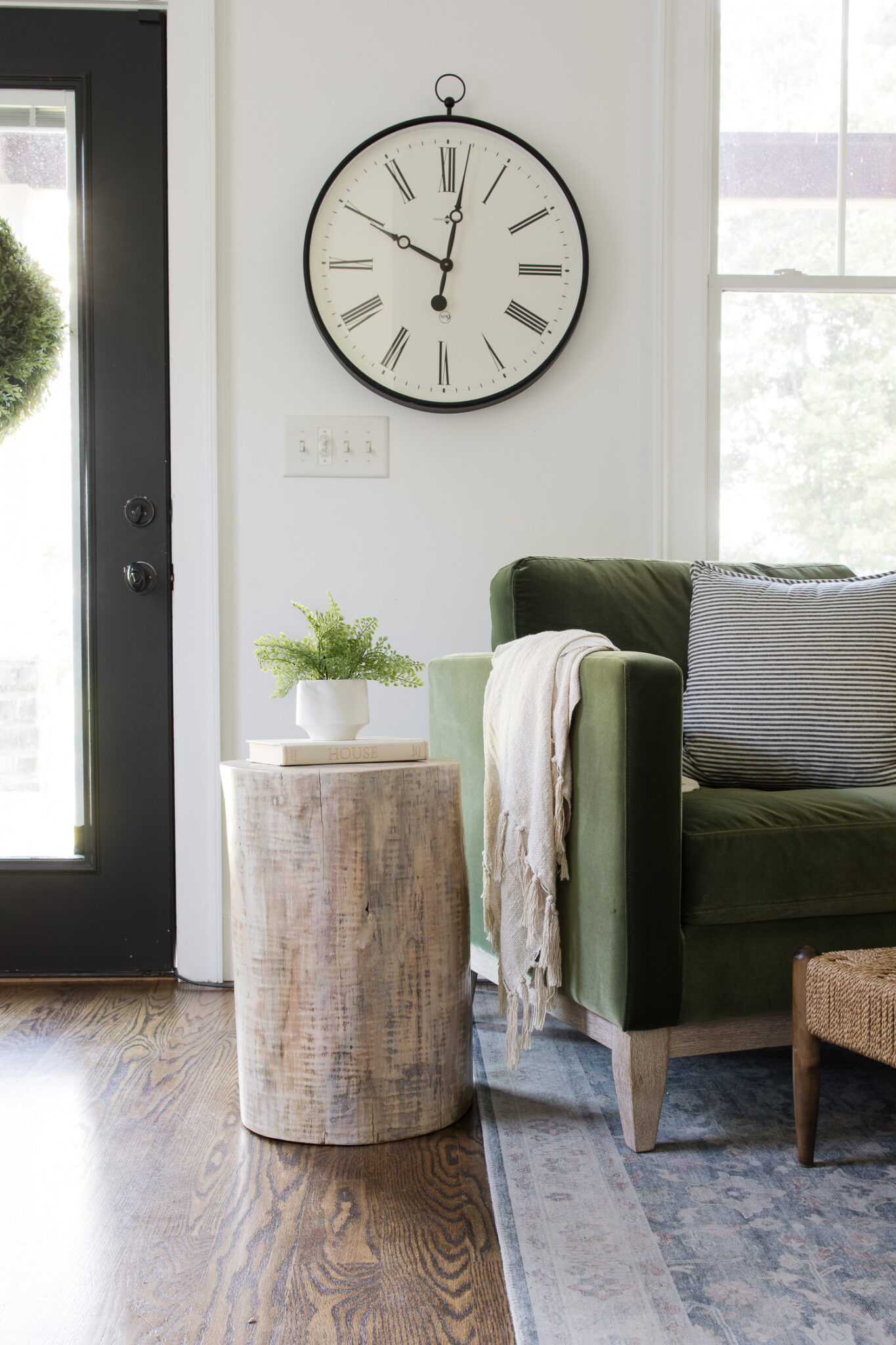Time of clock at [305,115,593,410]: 10:01
